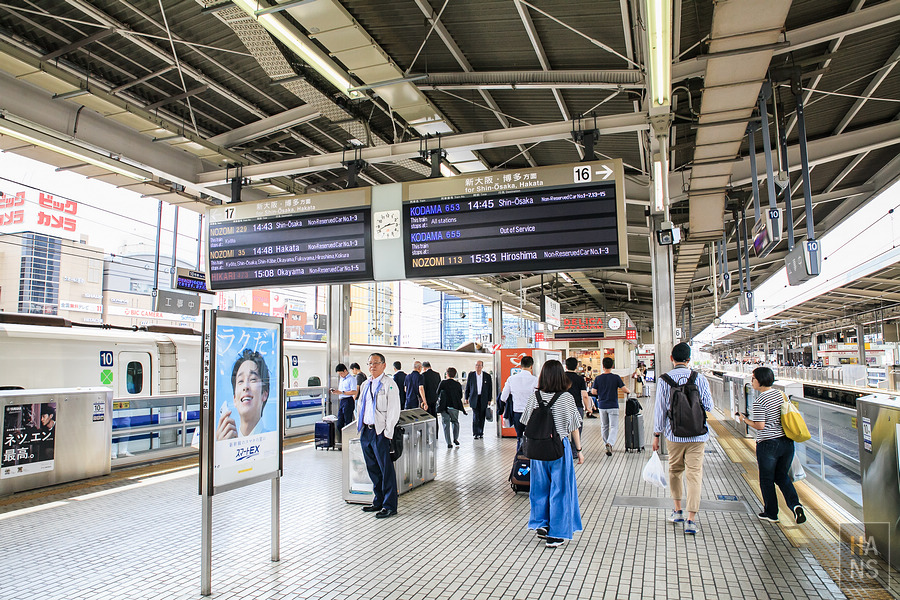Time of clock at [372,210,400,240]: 2:41
